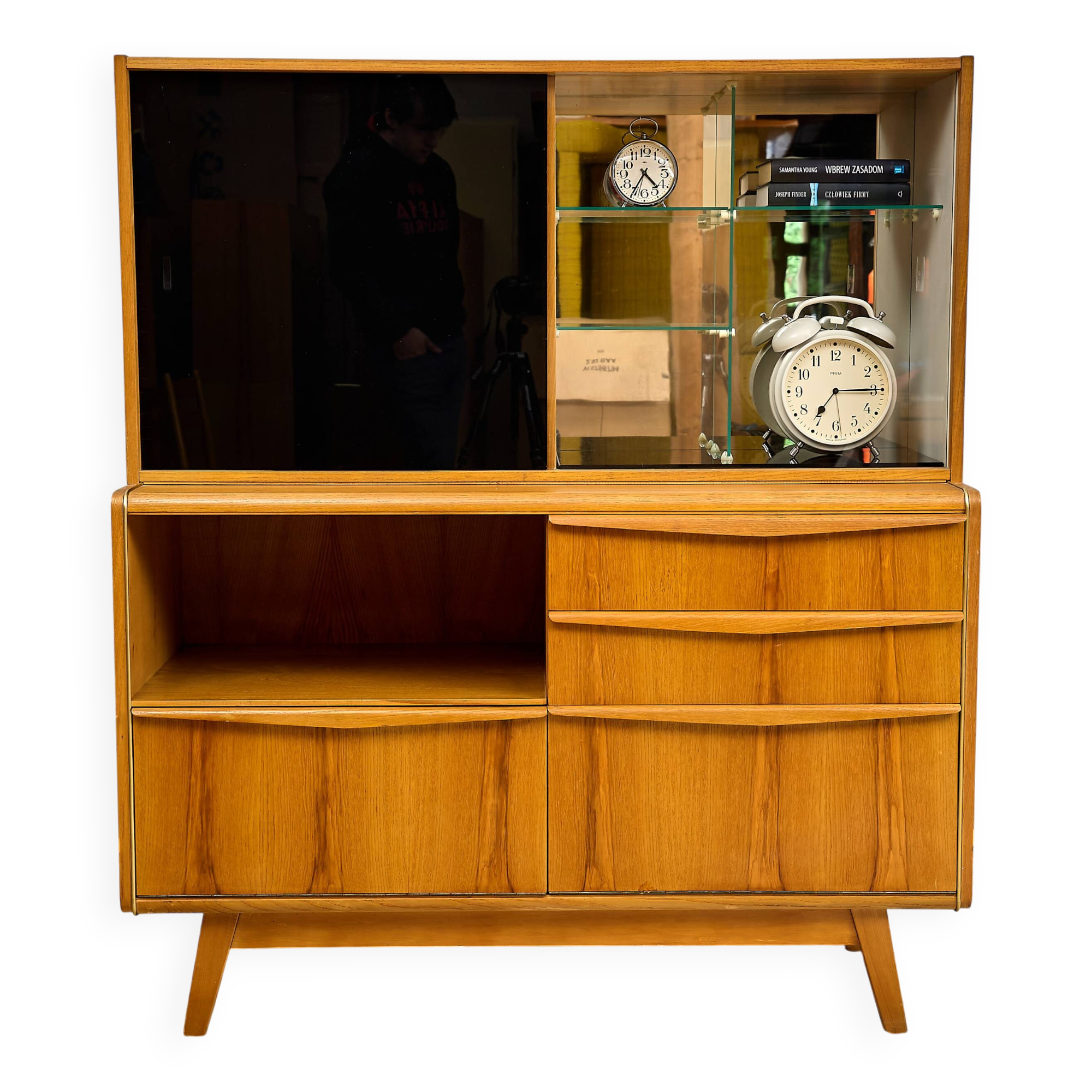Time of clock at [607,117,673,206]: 4:35
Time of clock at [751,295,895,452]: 7:15
